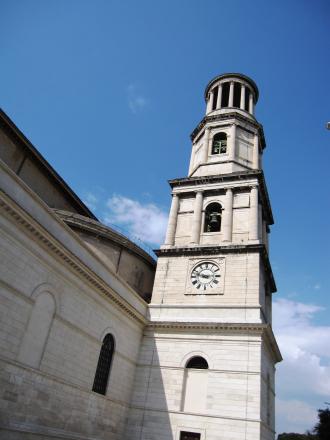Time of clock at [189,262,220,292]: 2:47
